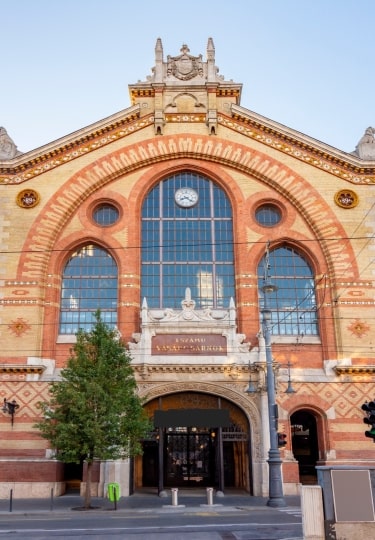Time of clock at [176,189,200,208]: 8:21
